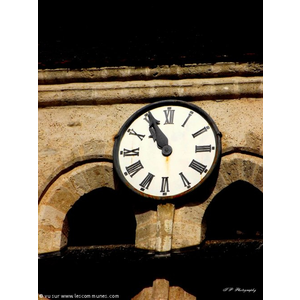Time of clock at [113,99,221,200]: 10:55
